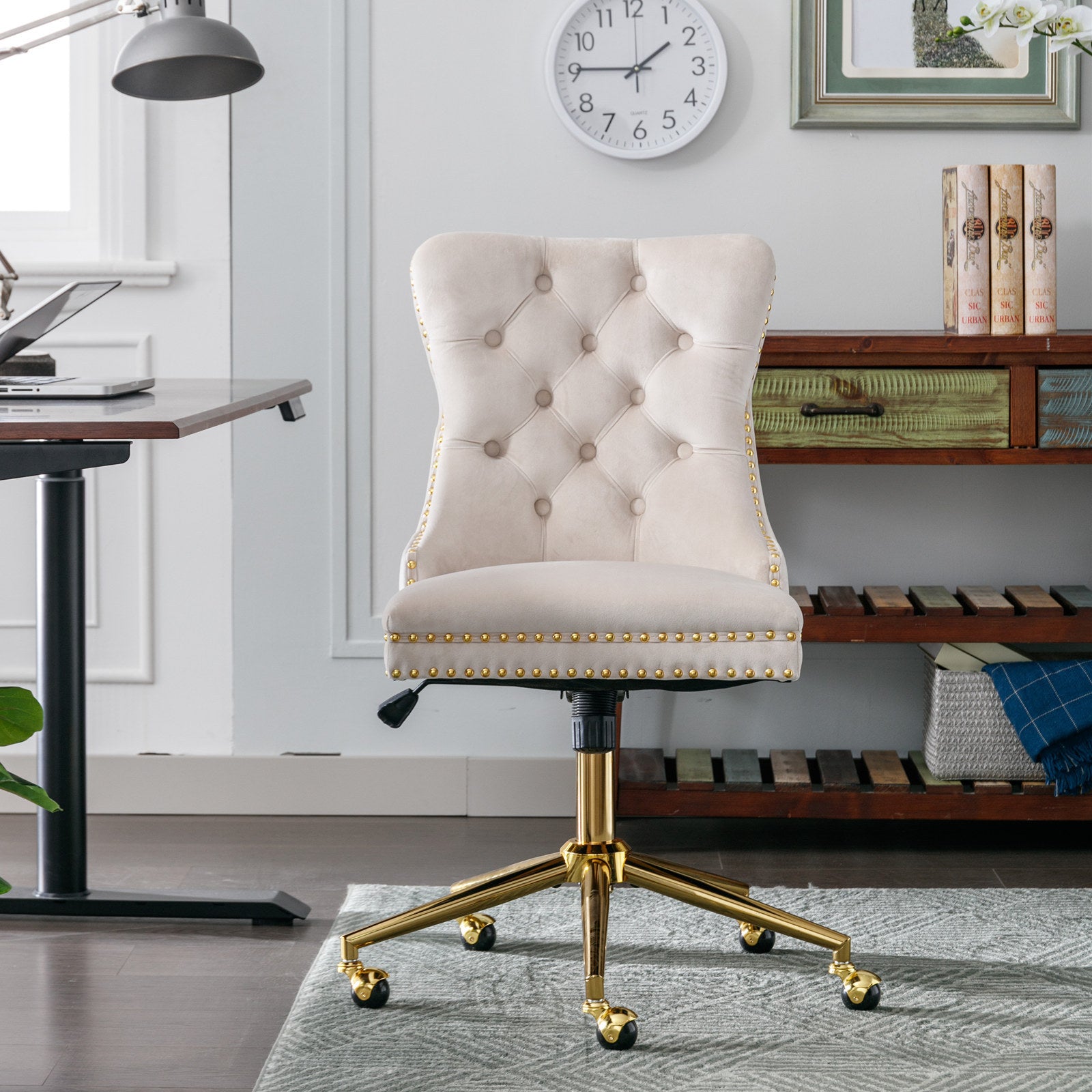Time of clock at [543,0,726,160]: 1:45
